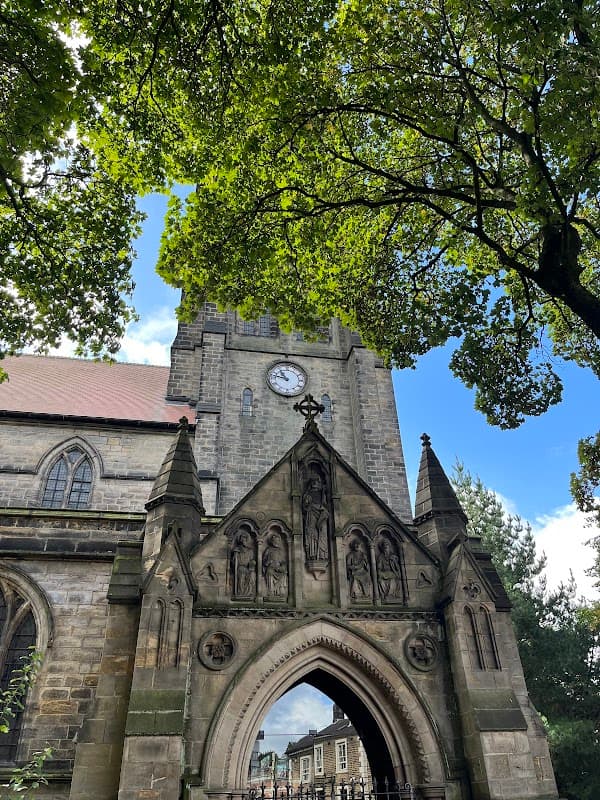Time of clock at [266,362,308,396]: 10:47
